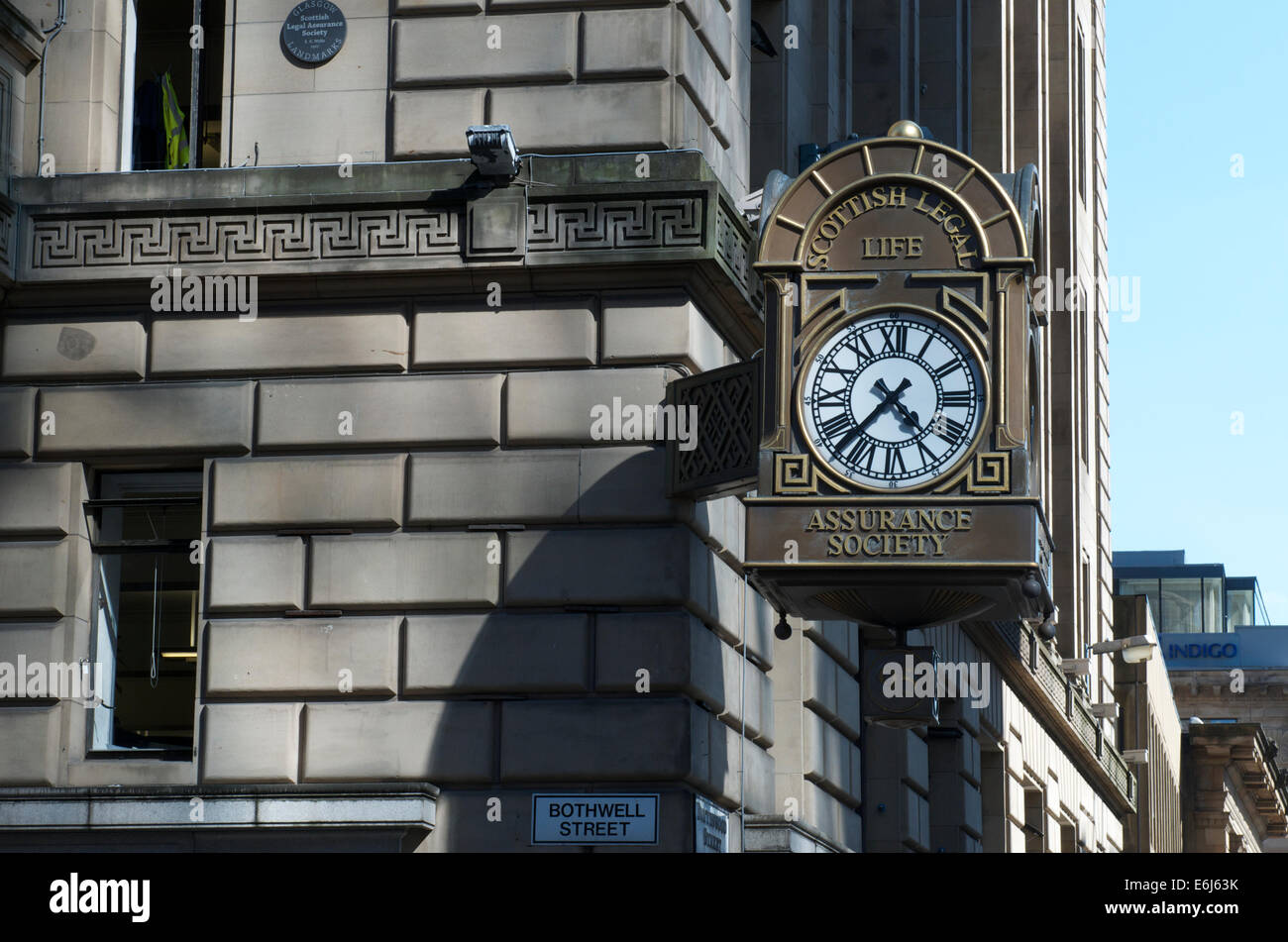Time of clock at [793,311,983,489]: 4:37
